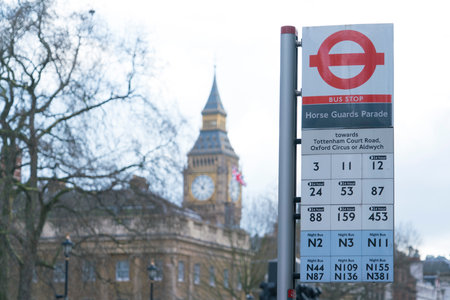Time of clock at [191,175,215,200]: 12:52
